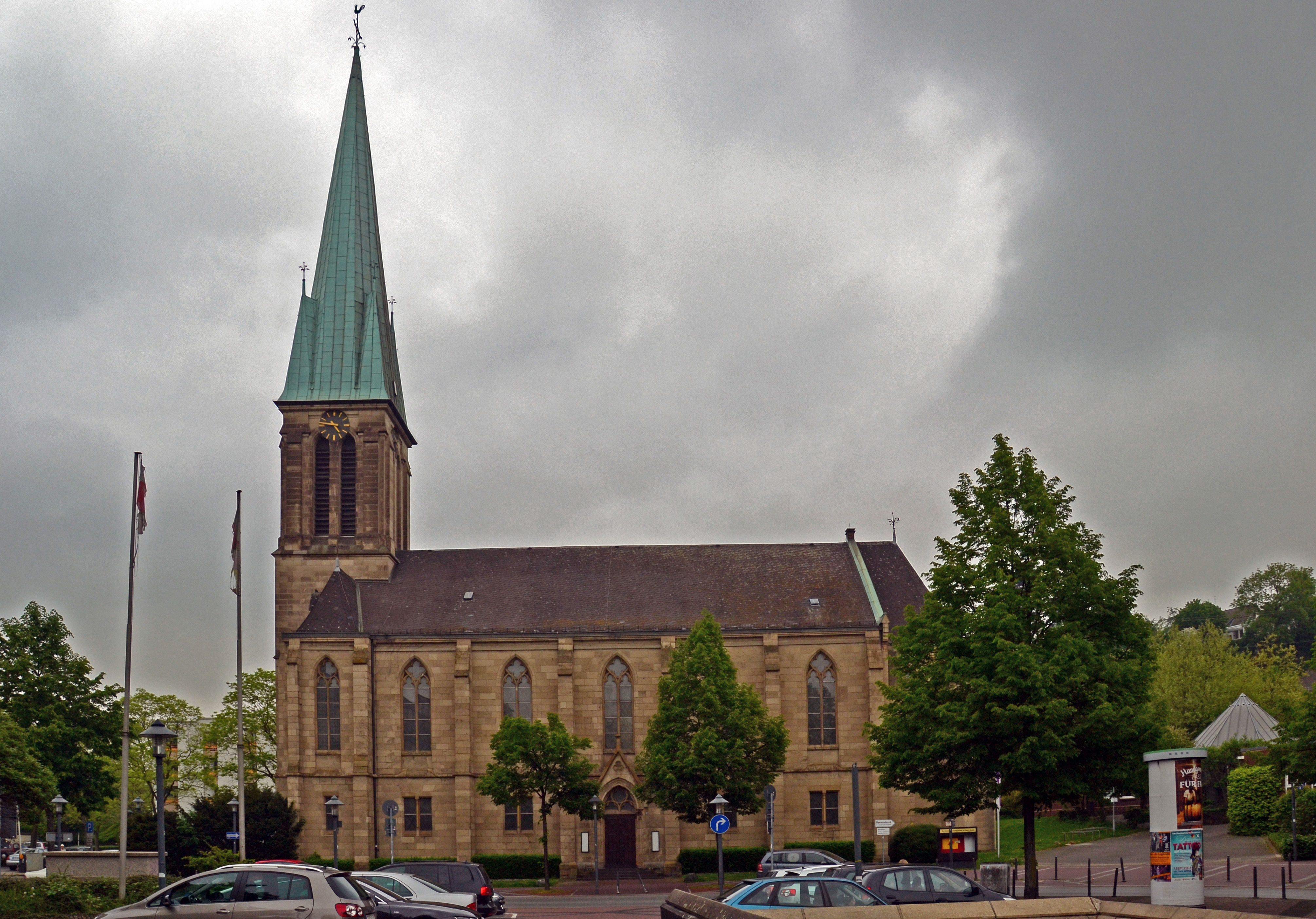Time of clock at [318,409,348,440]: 4:46
